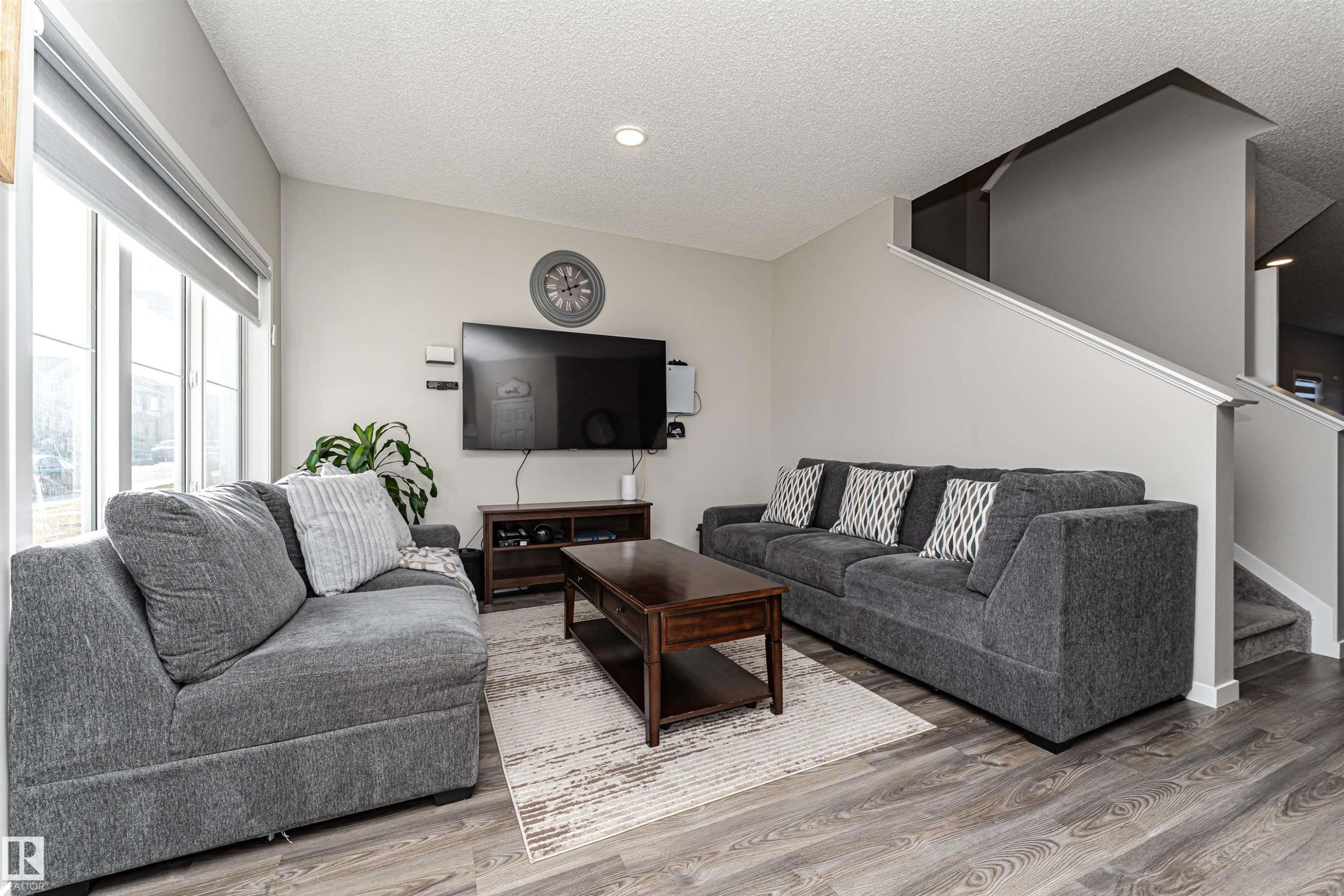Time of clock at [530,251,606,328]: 1:56
